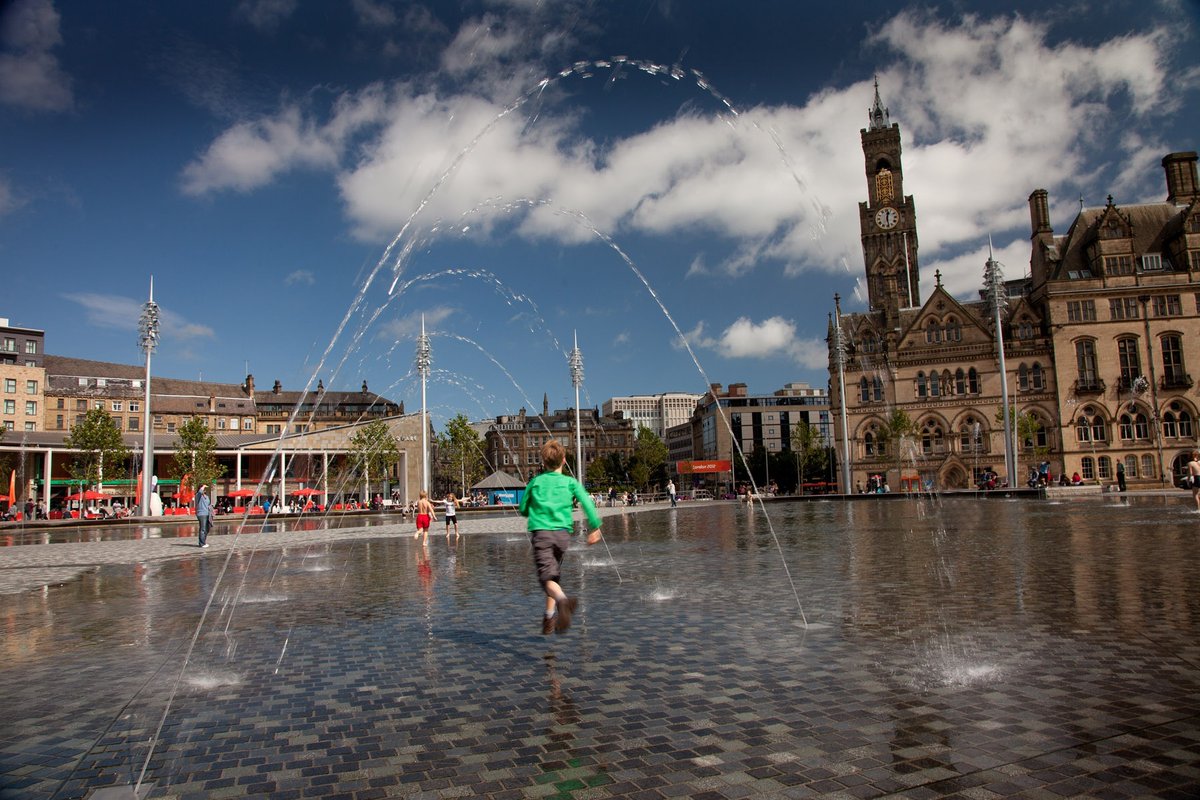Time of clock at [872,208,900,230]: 12:28
